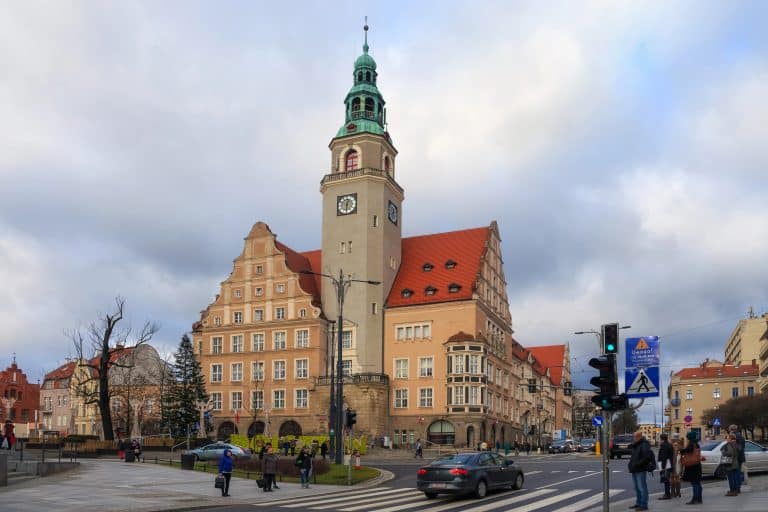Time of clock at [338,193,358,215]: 12:30
